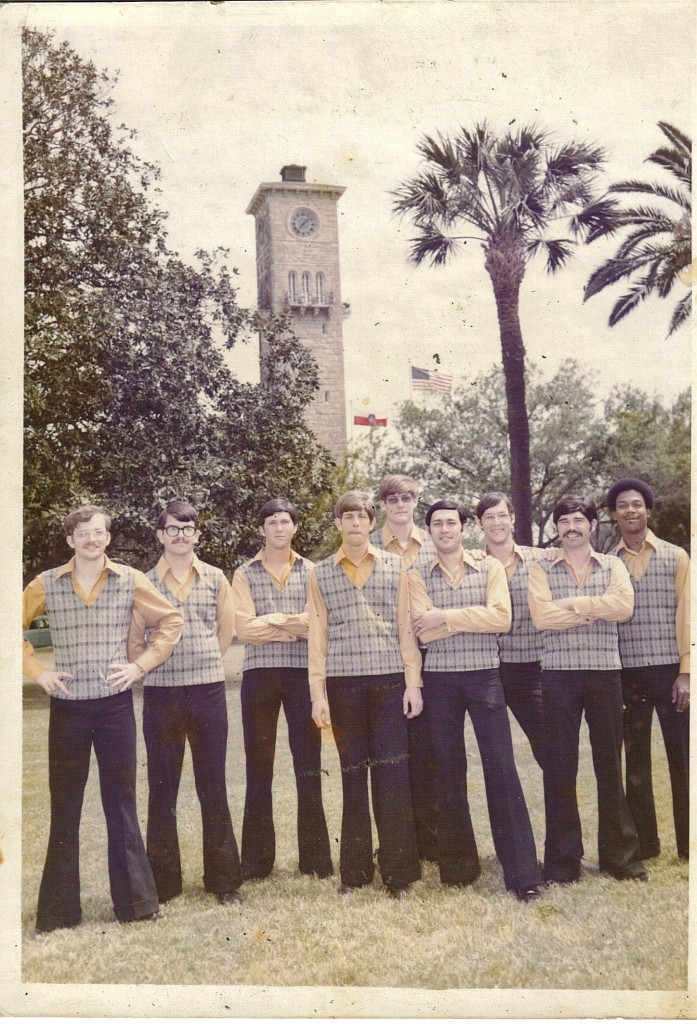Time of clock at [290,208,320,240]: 7:07
